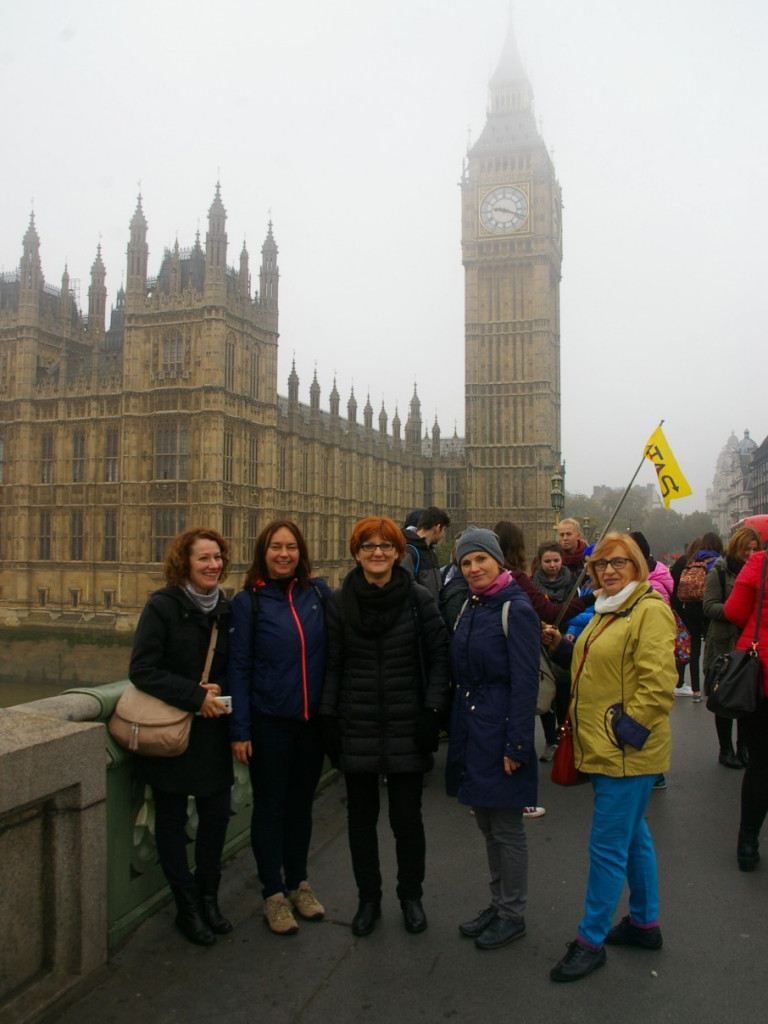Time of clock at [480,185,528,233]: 9:18
